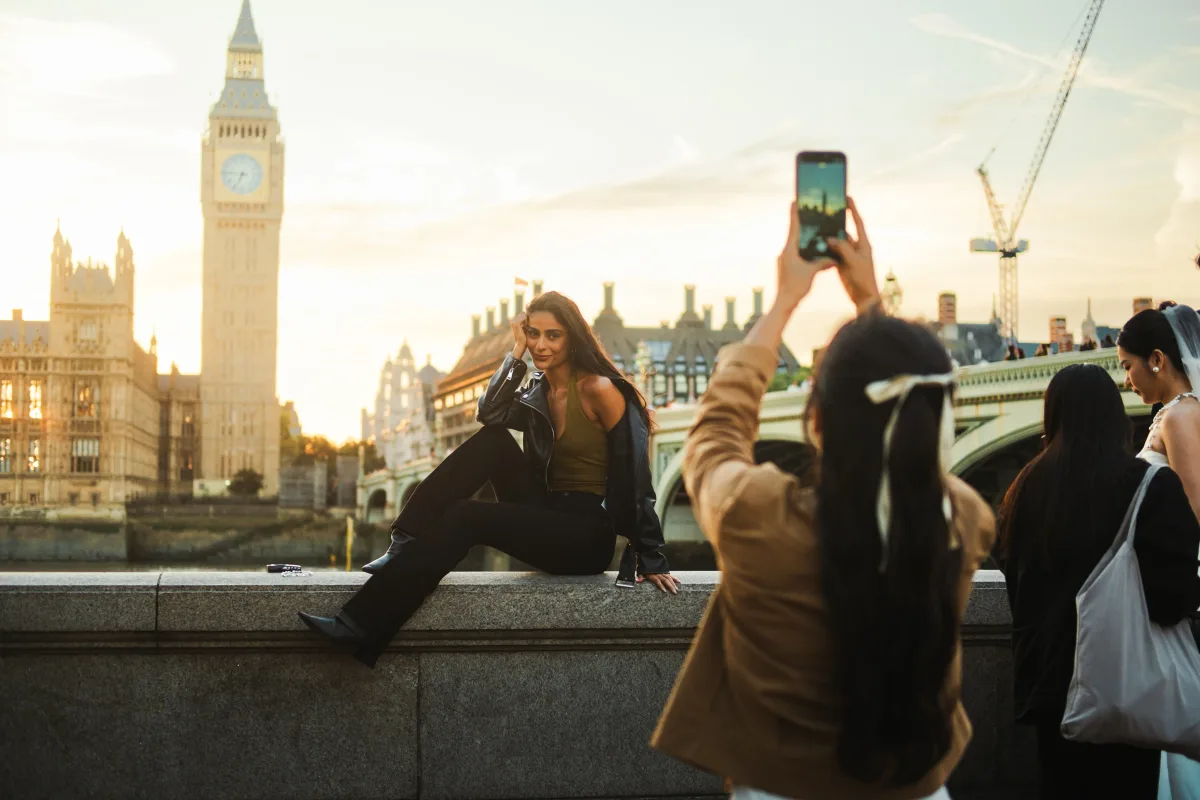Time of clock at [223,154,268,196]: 6:45
